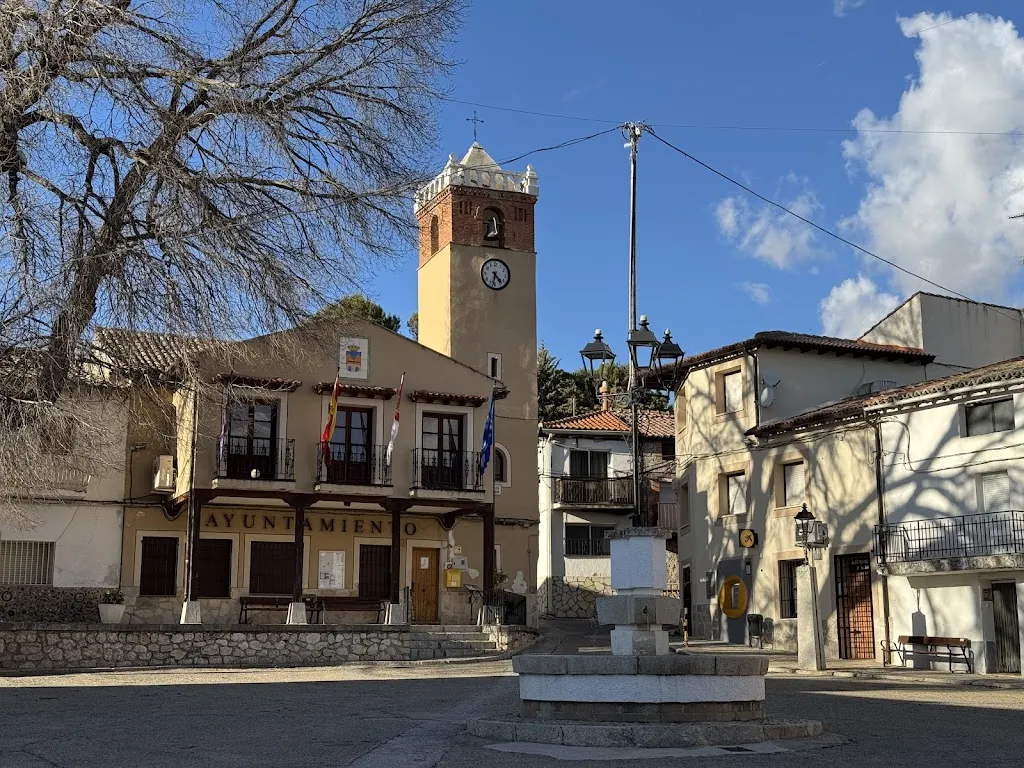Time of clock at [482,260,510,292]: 4:32
